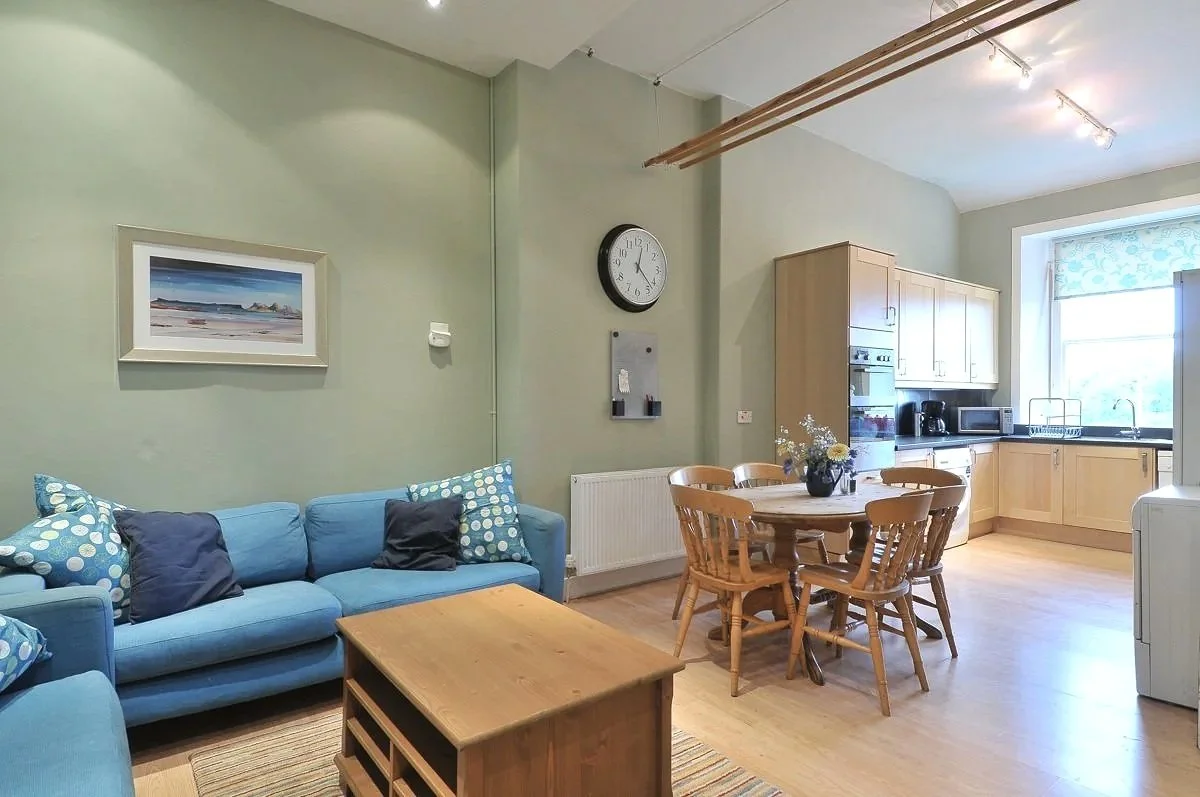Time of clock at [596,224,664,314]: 12:22
